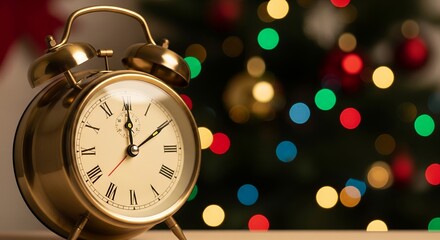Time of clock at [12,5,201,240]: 12:09
